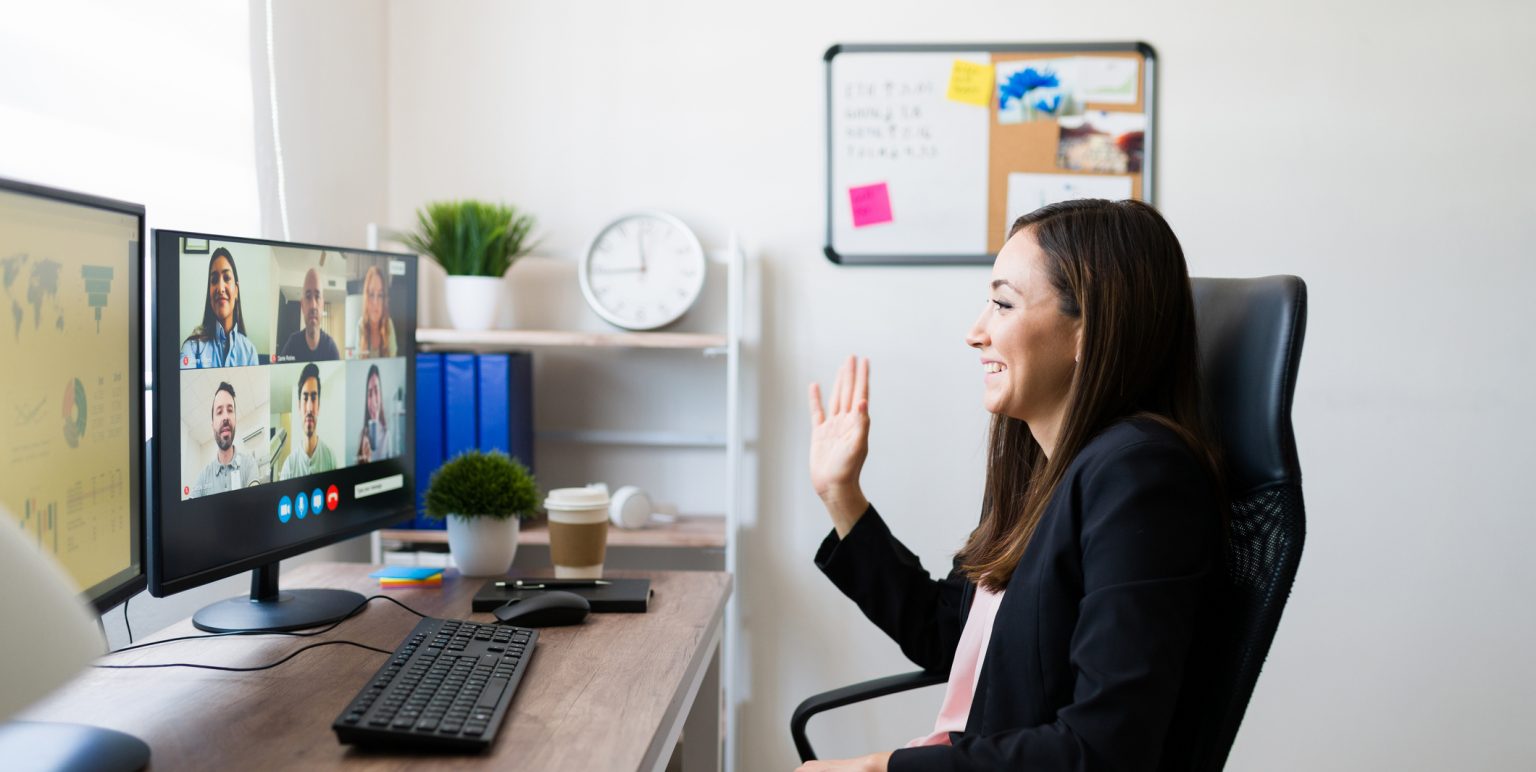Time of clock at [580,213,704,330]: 11:44
